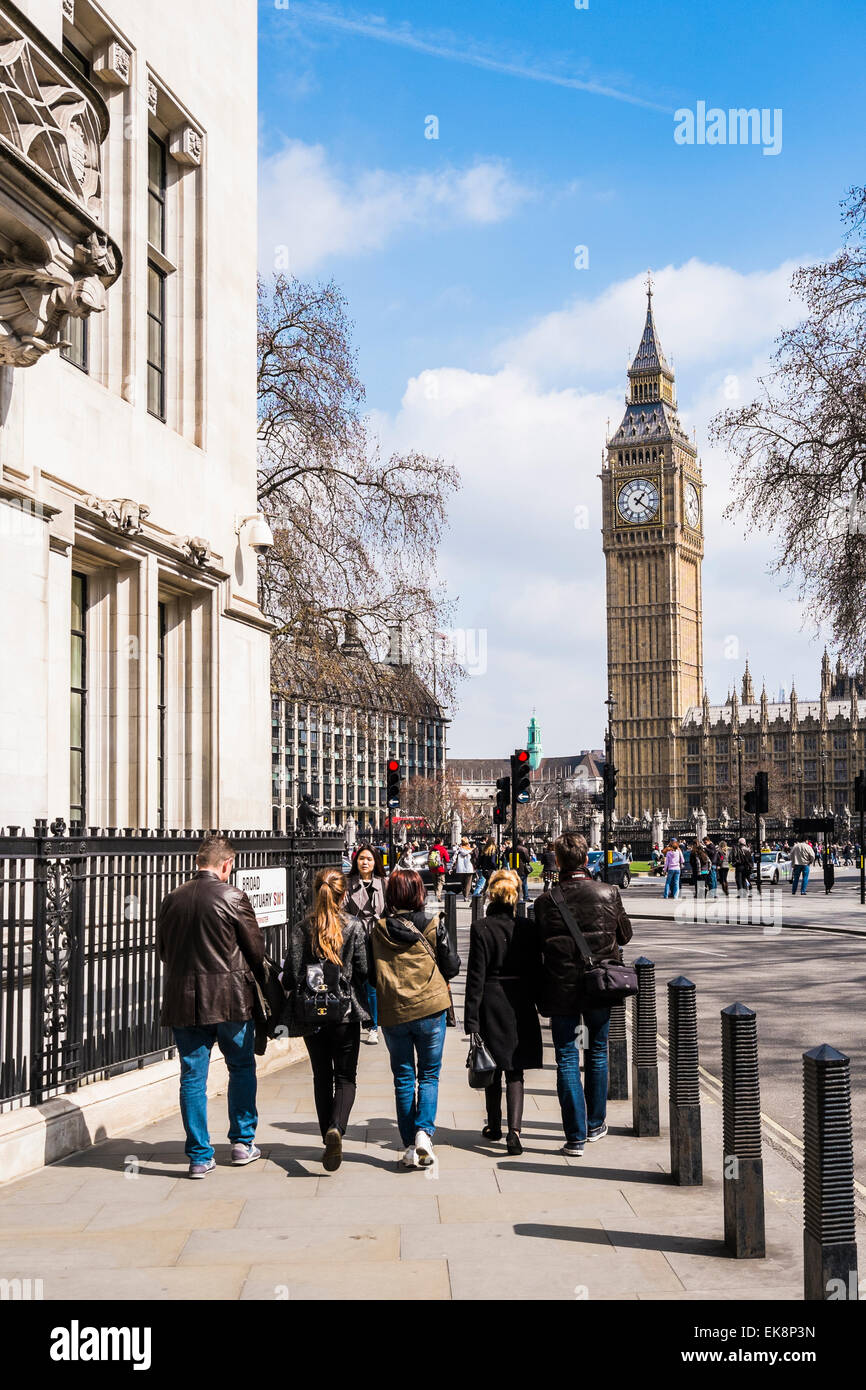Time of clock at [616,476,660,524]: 1:21
